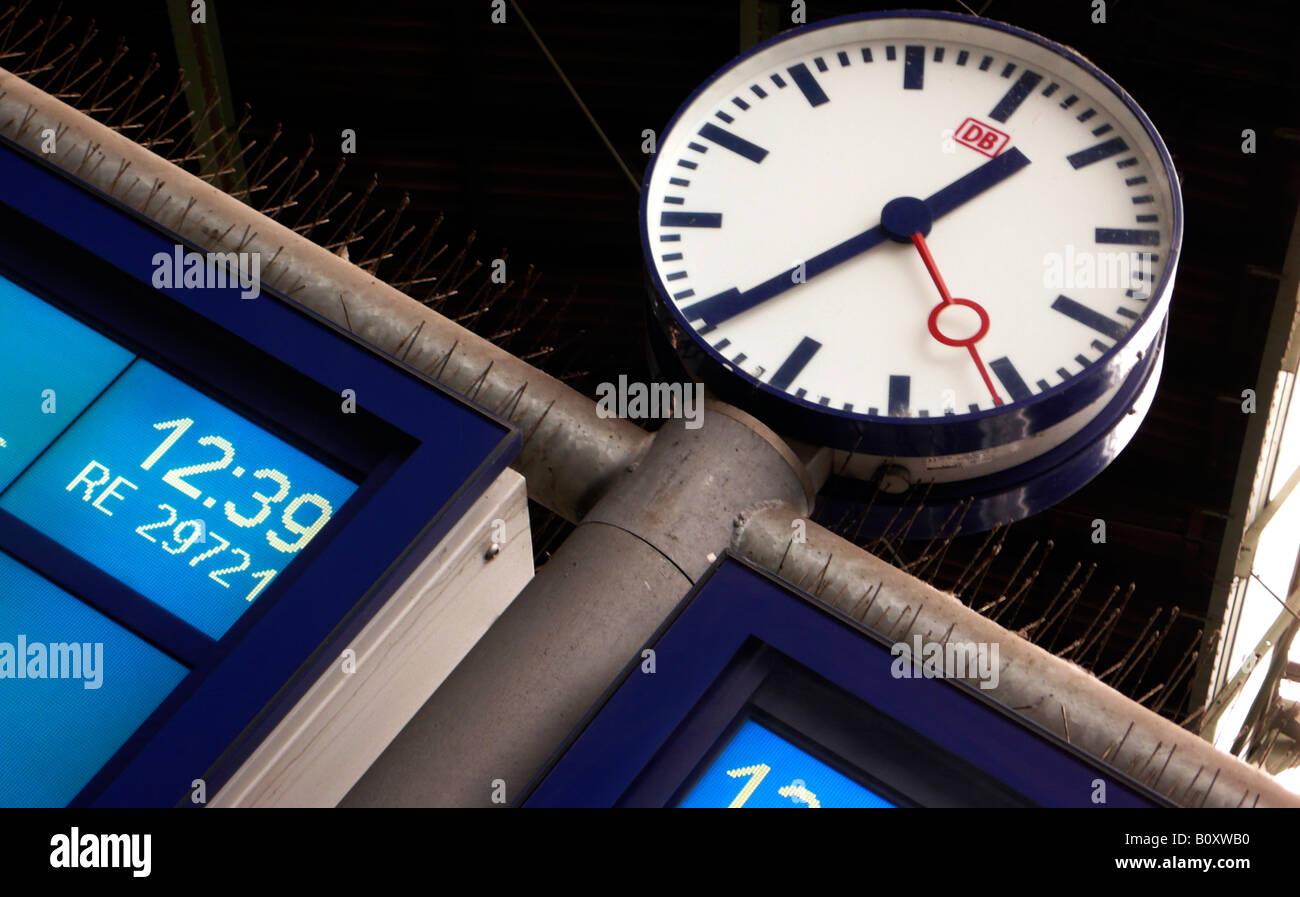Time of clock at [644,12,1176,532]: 1:39
